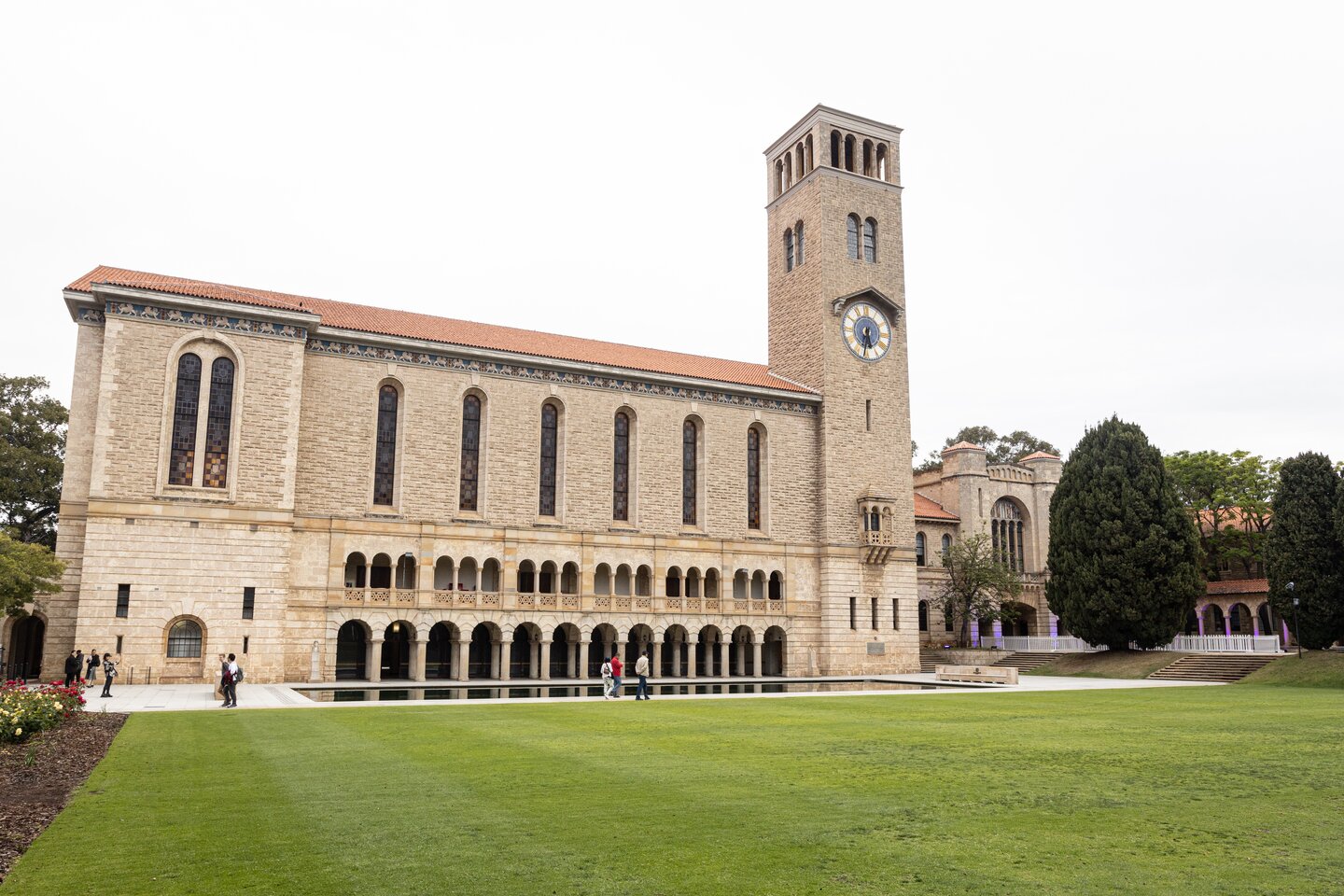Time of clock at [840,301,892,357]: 5:32
